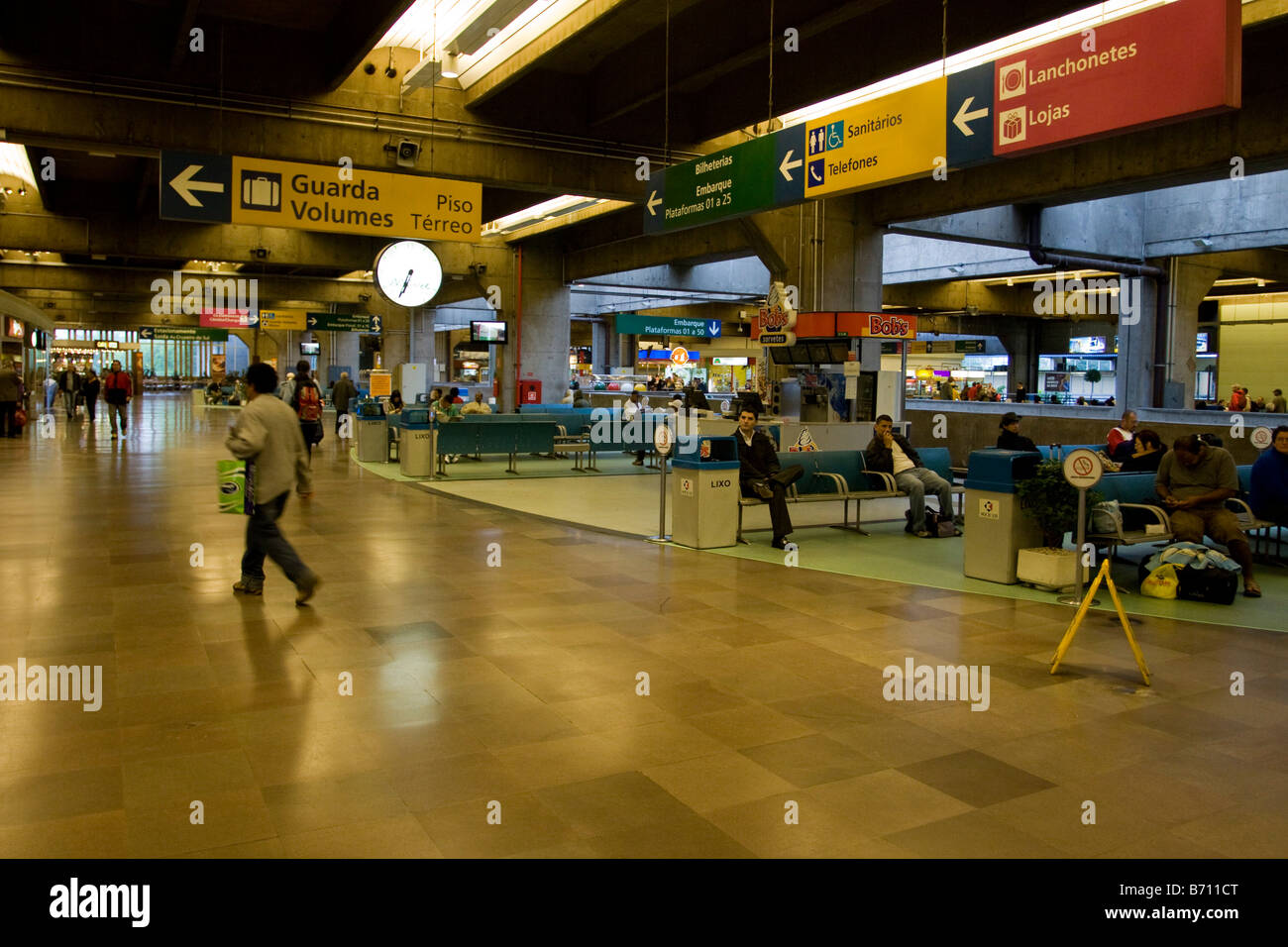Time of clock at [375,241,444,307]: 6:33
